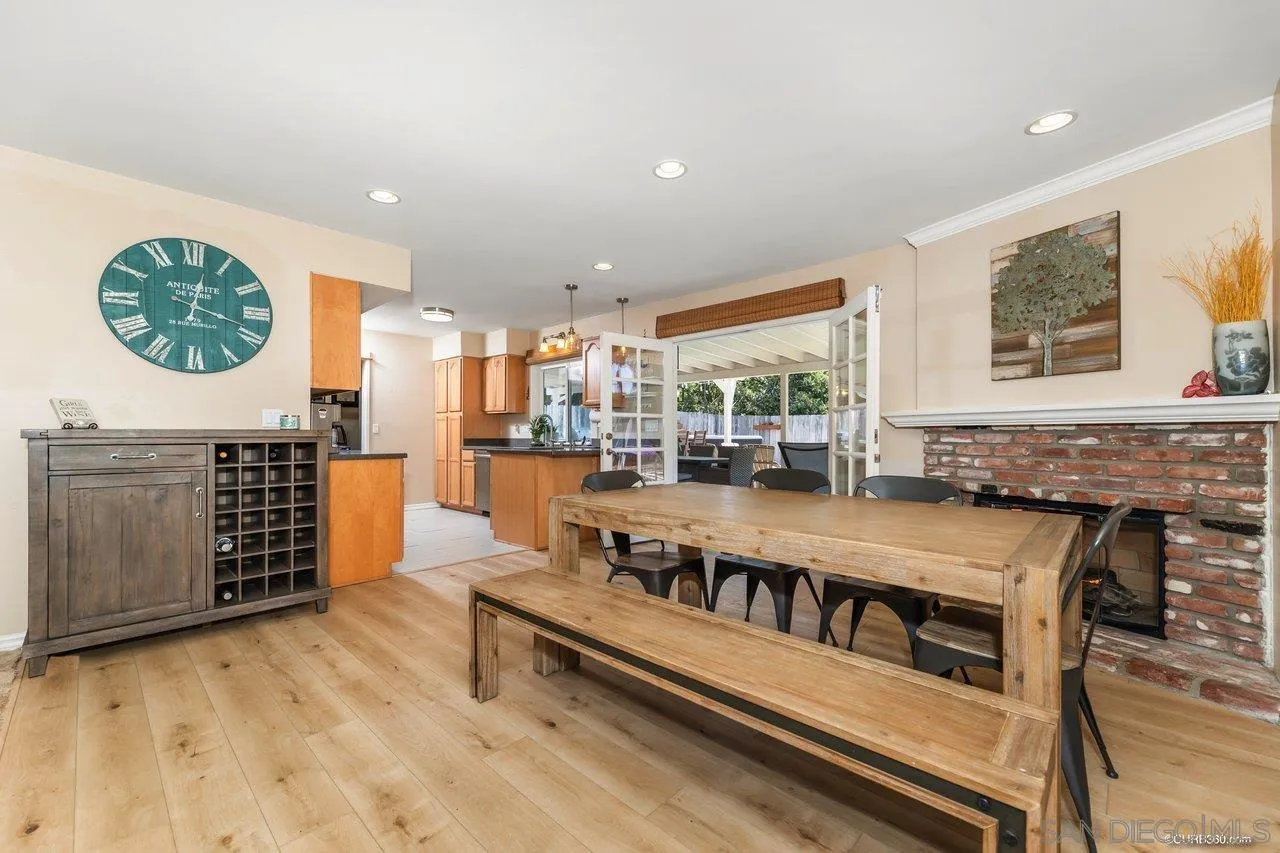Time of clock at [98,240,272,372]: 12:18
